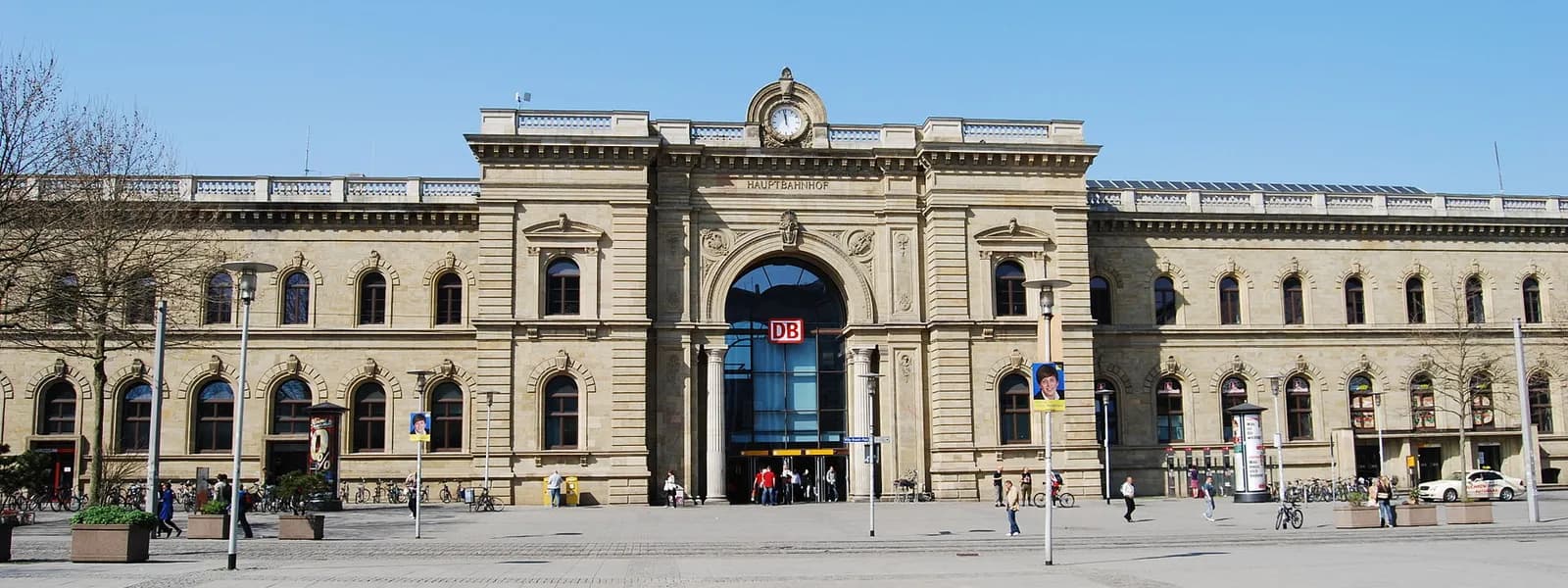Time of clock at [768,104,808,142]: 11:58
